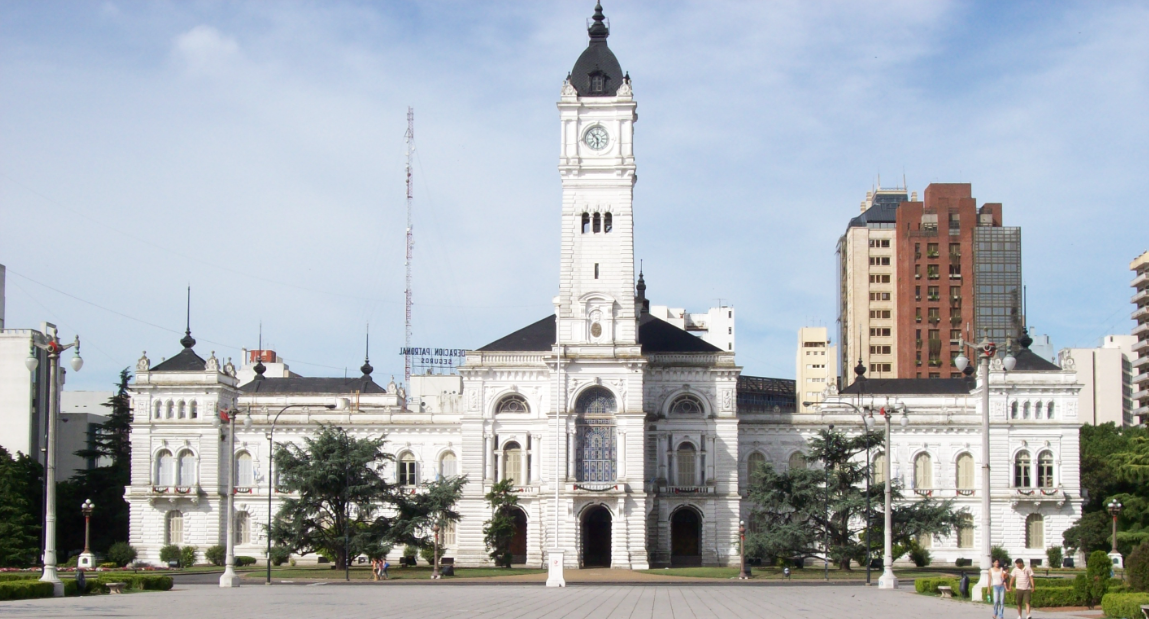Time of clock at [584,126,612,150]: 5:52
